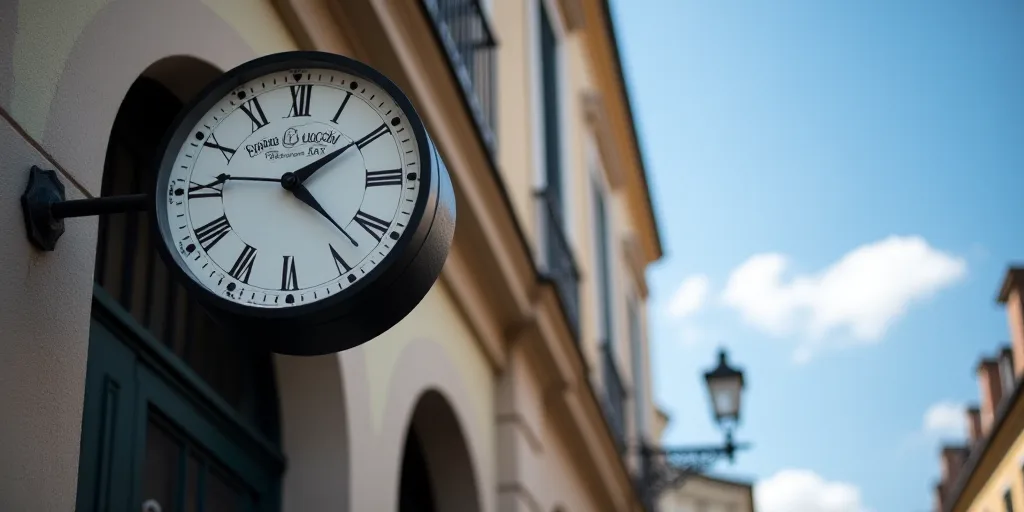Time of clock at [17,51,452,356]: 4:09
